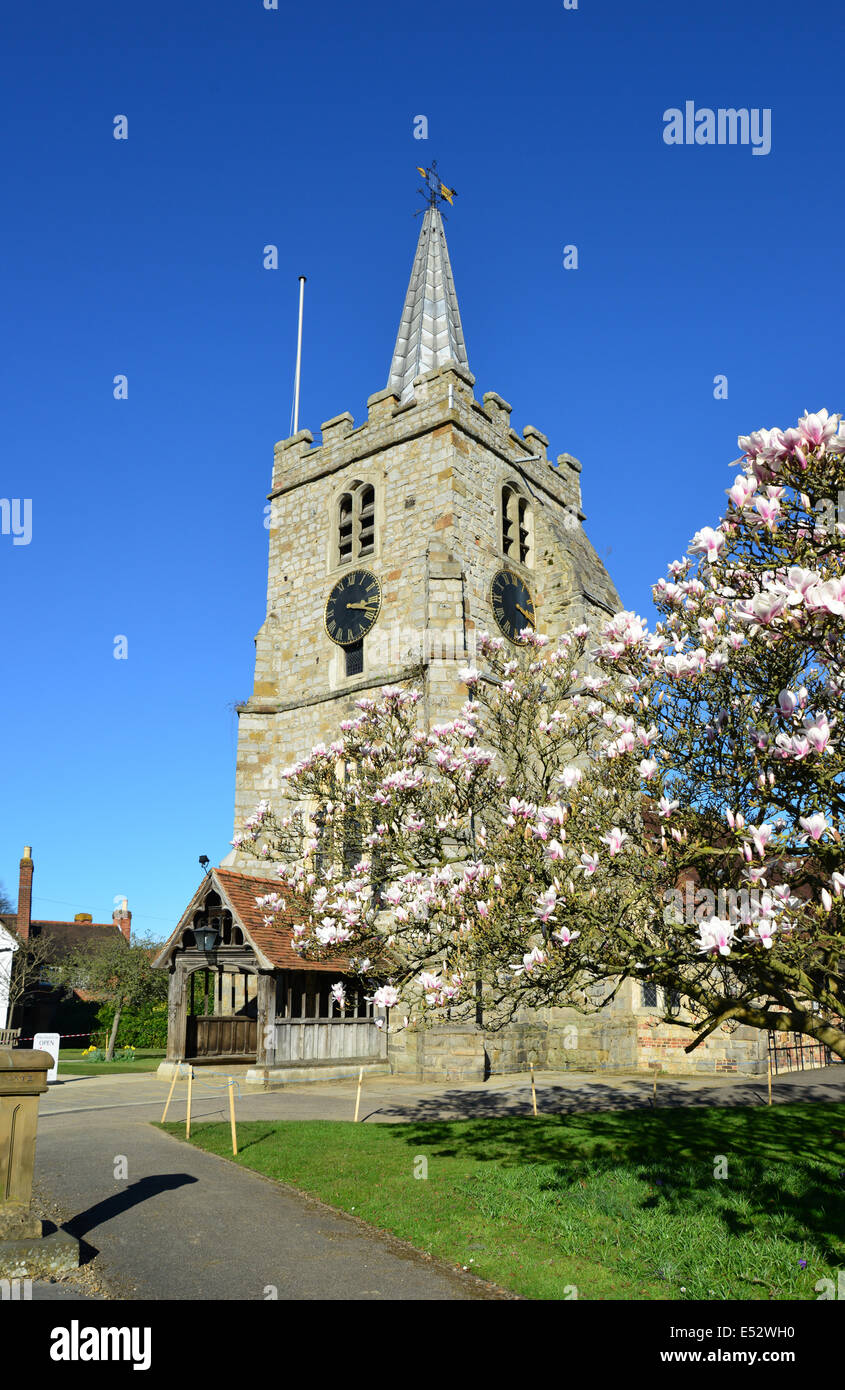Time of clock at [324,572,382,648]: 3:17
